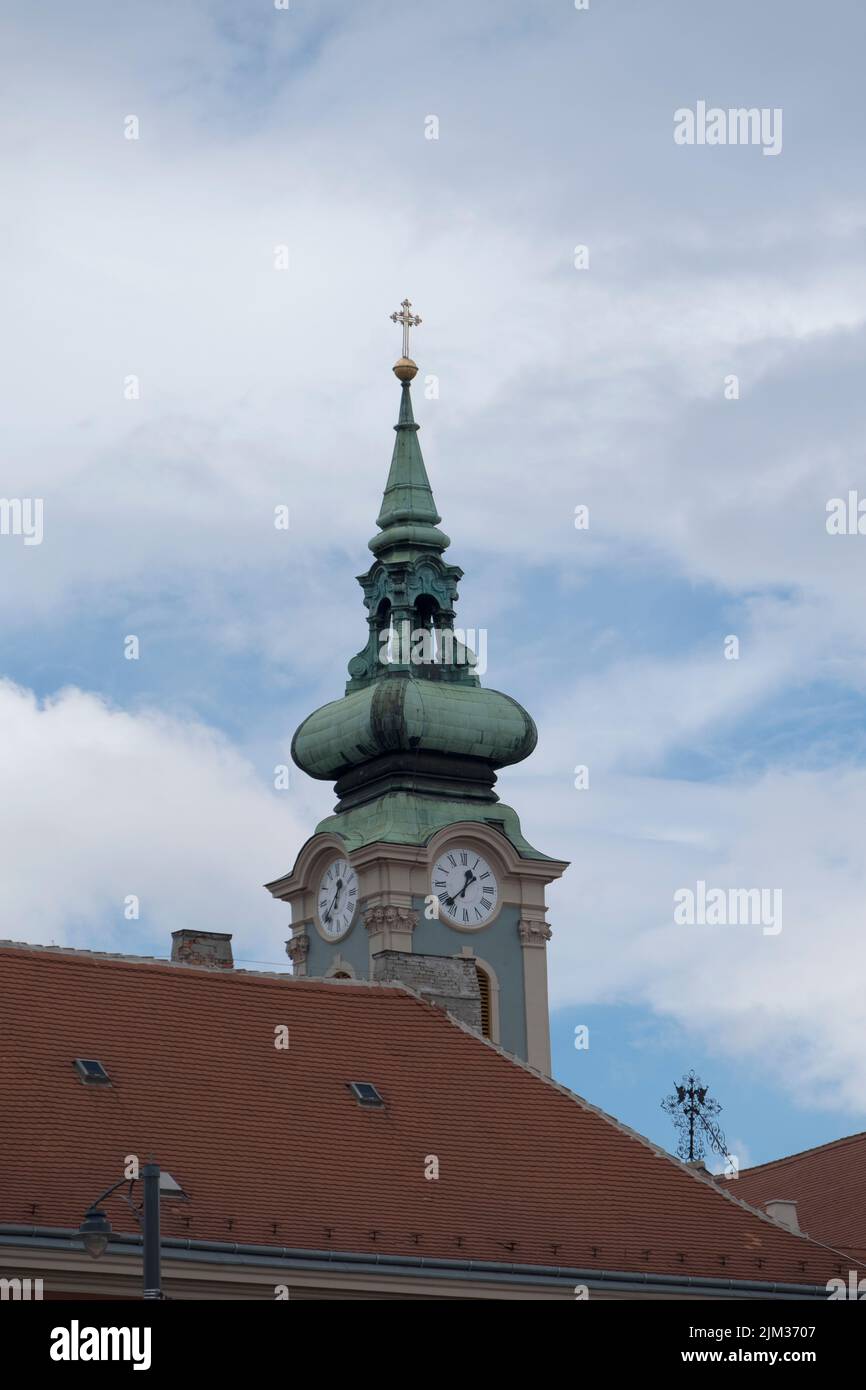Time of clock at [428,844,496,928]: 12:37
